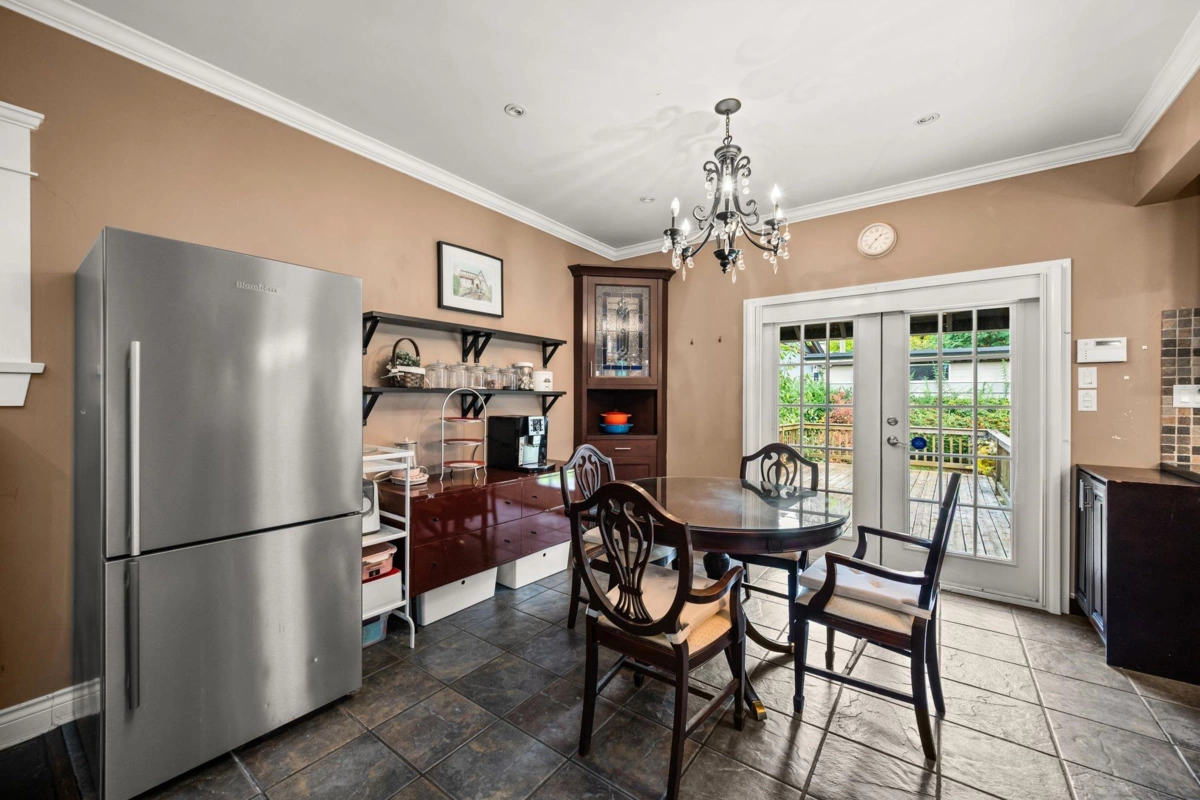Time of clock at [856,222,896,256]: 1:36
